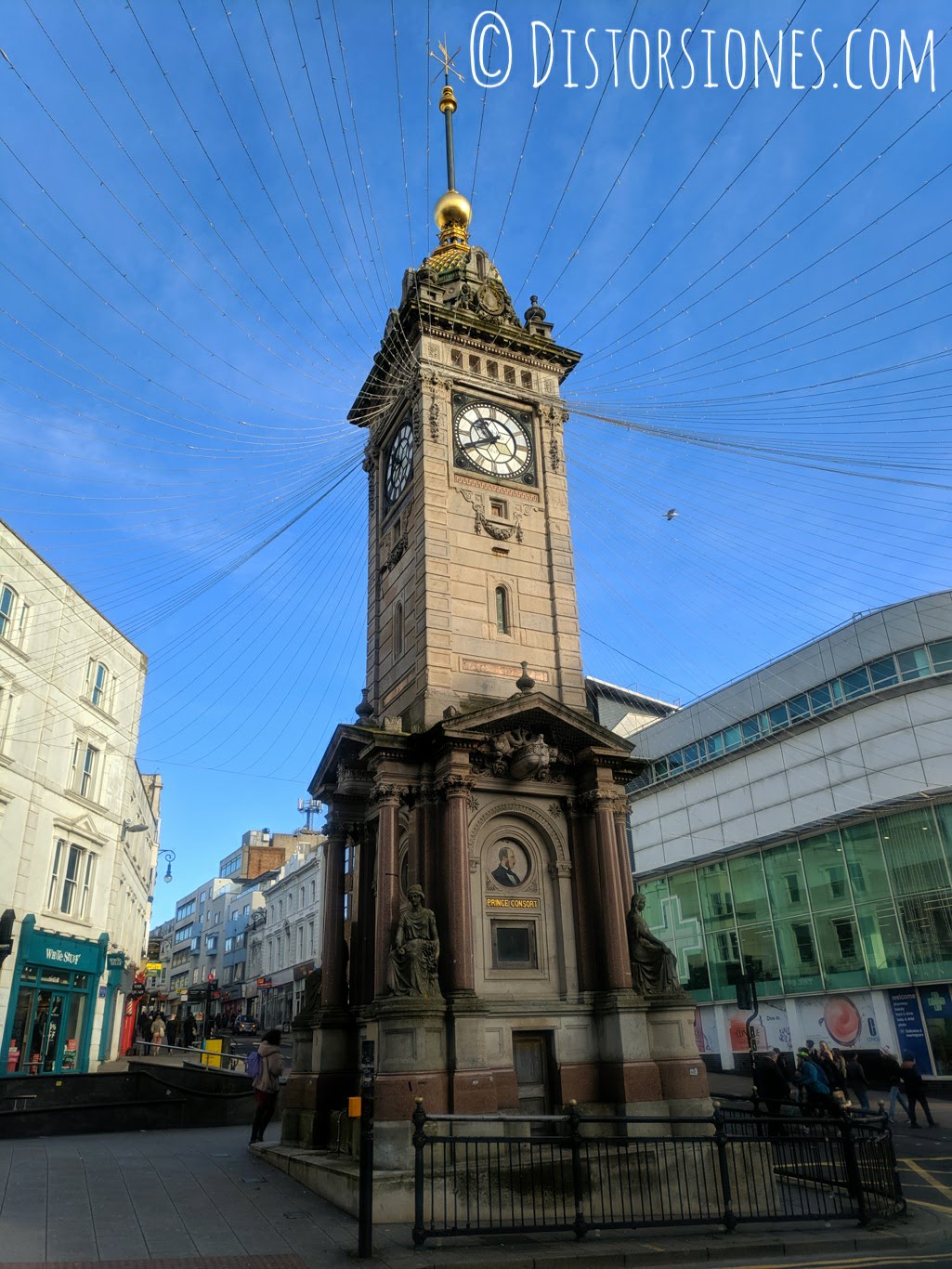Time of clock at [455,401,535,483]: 10:40
